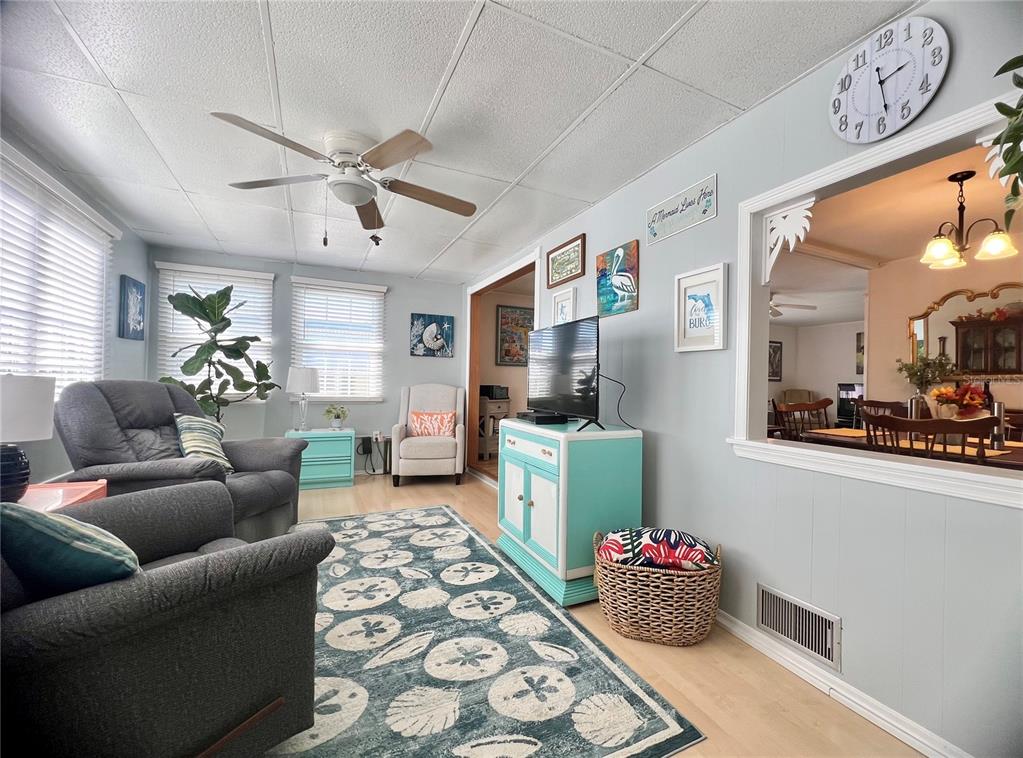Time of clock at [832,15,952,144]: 2:28
